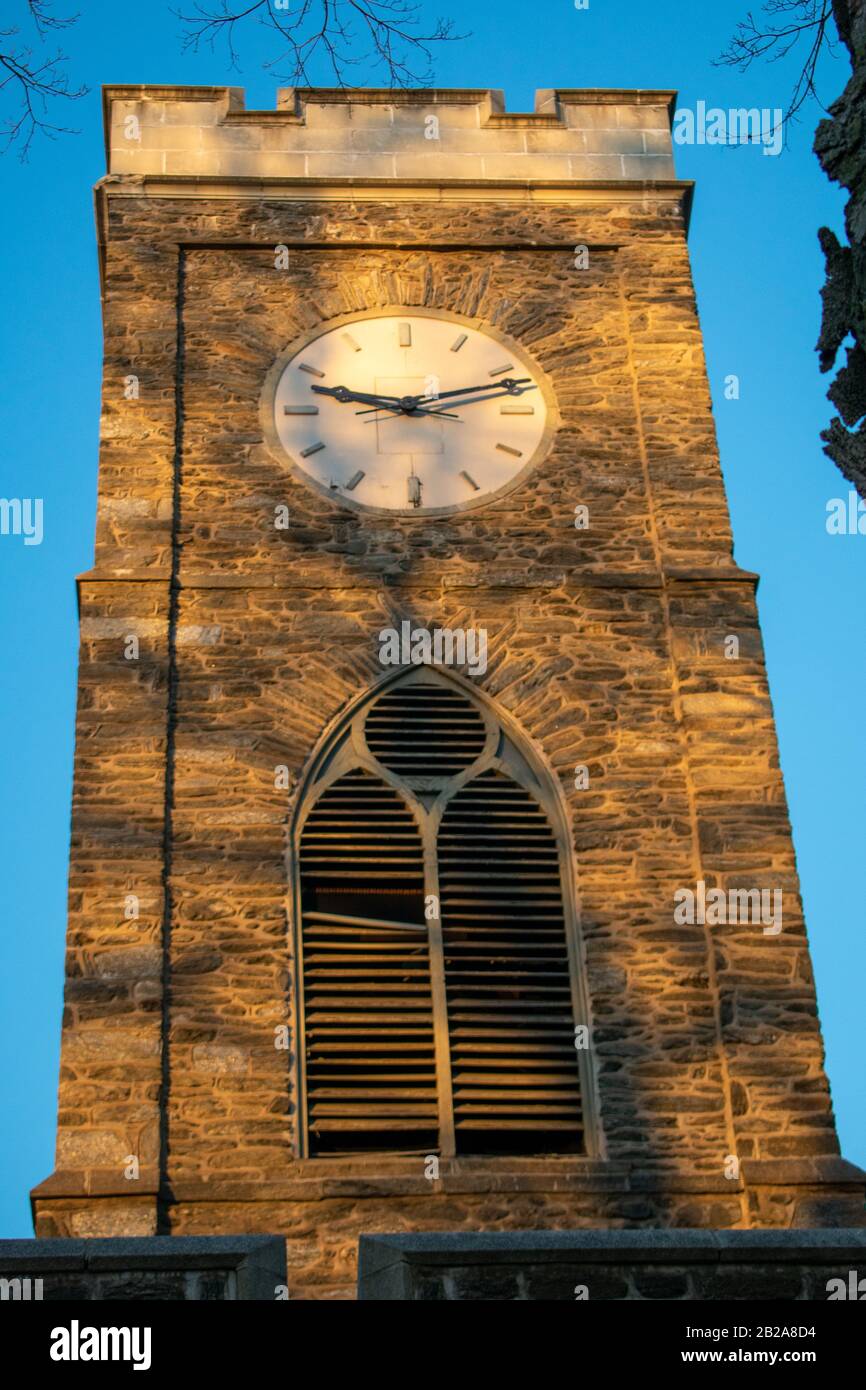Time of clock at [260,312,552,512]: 9:12
